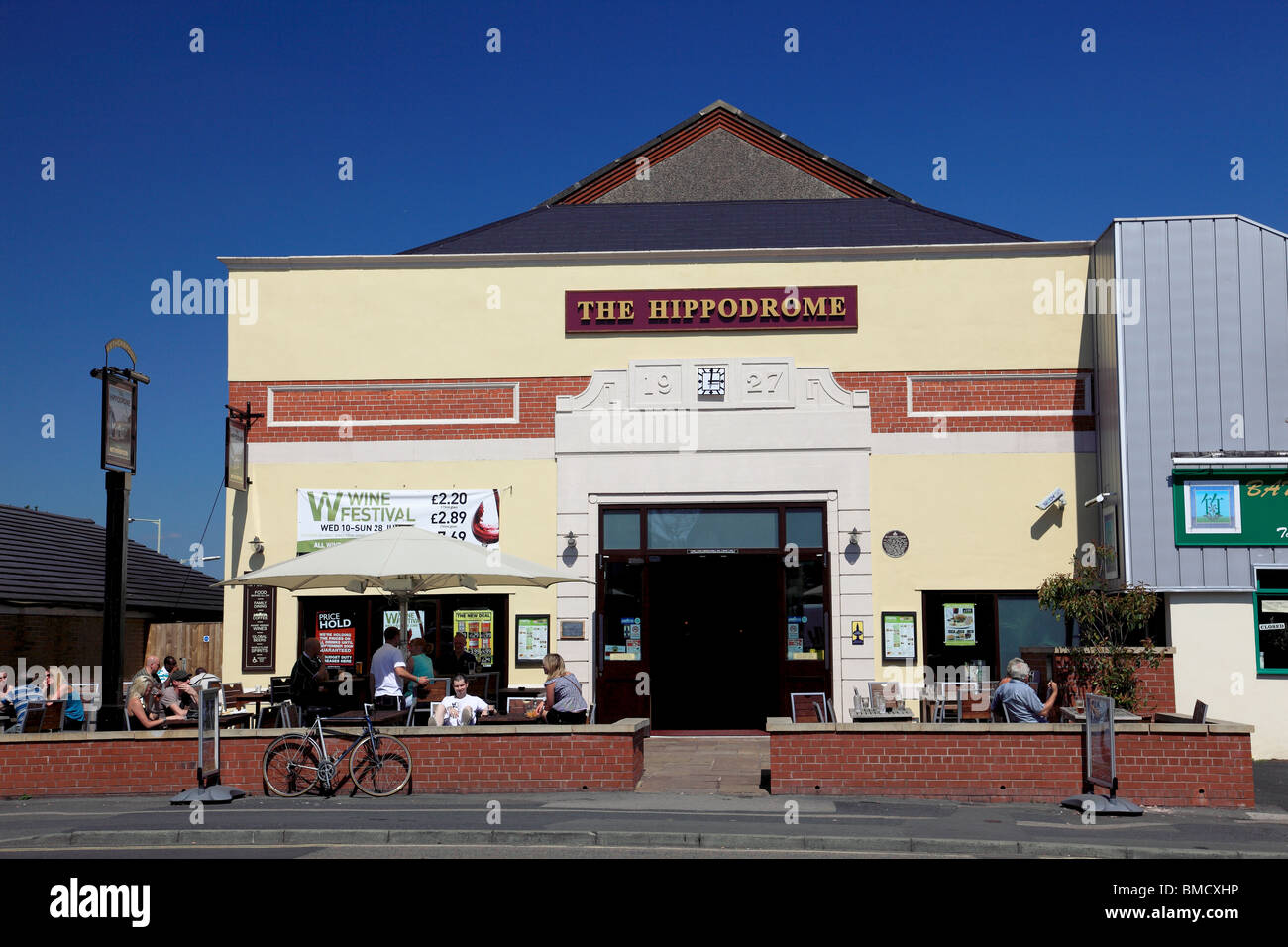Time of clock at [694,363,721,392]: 3:00
